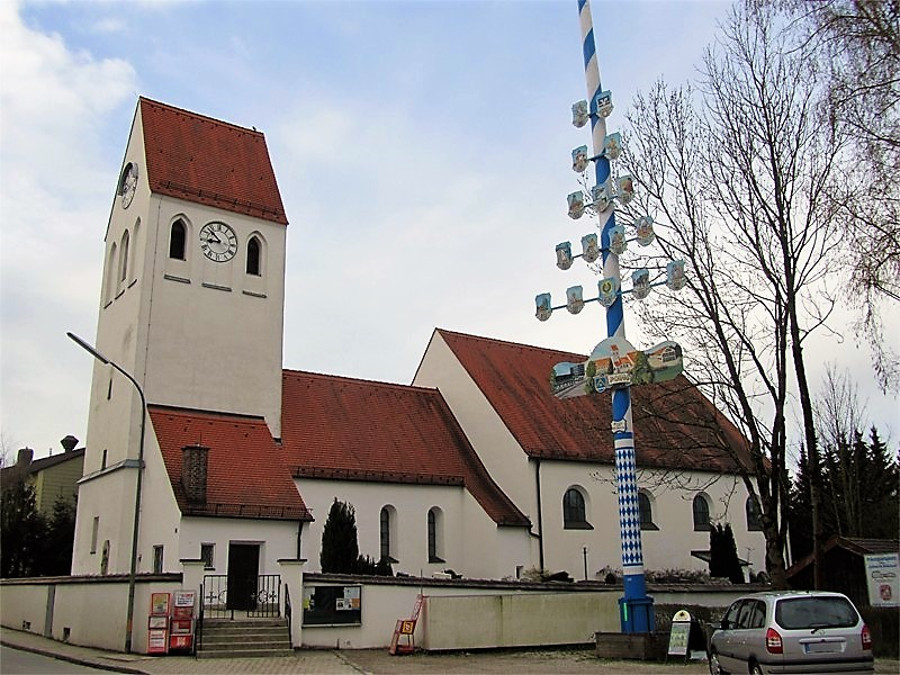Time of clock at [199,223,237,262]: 8:52
